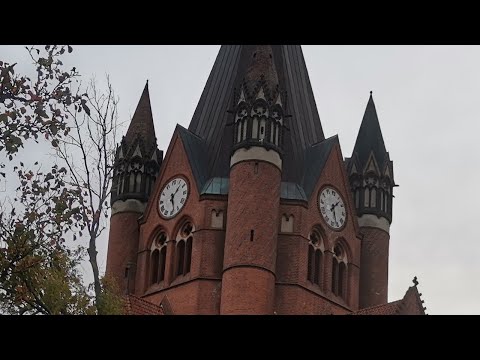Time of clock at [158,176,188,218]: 1:28
